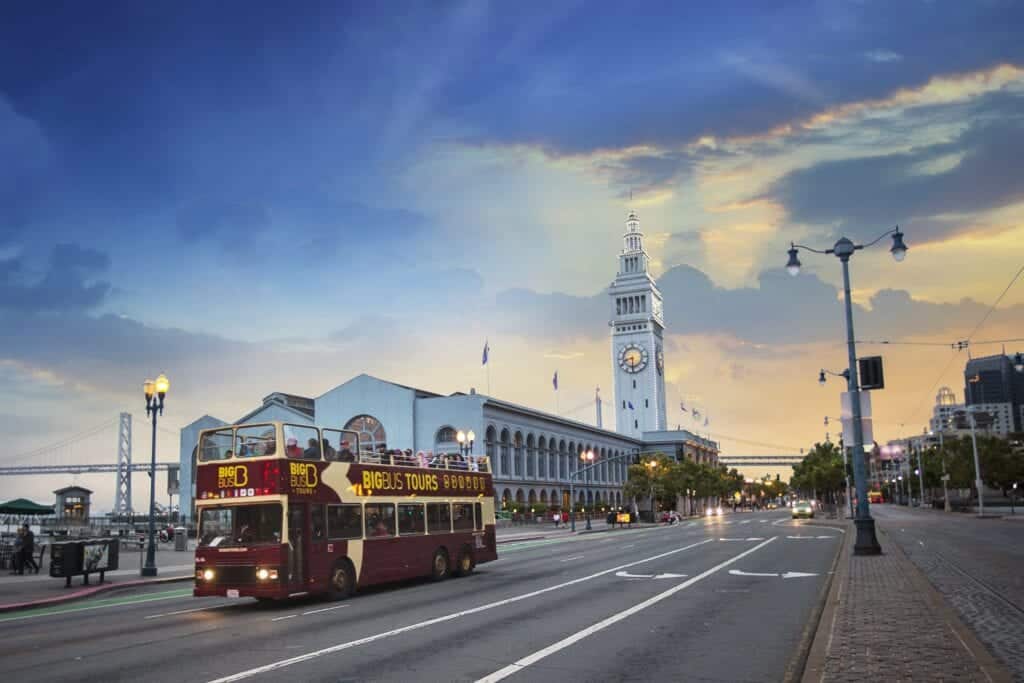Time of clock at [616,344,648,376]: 8:30
